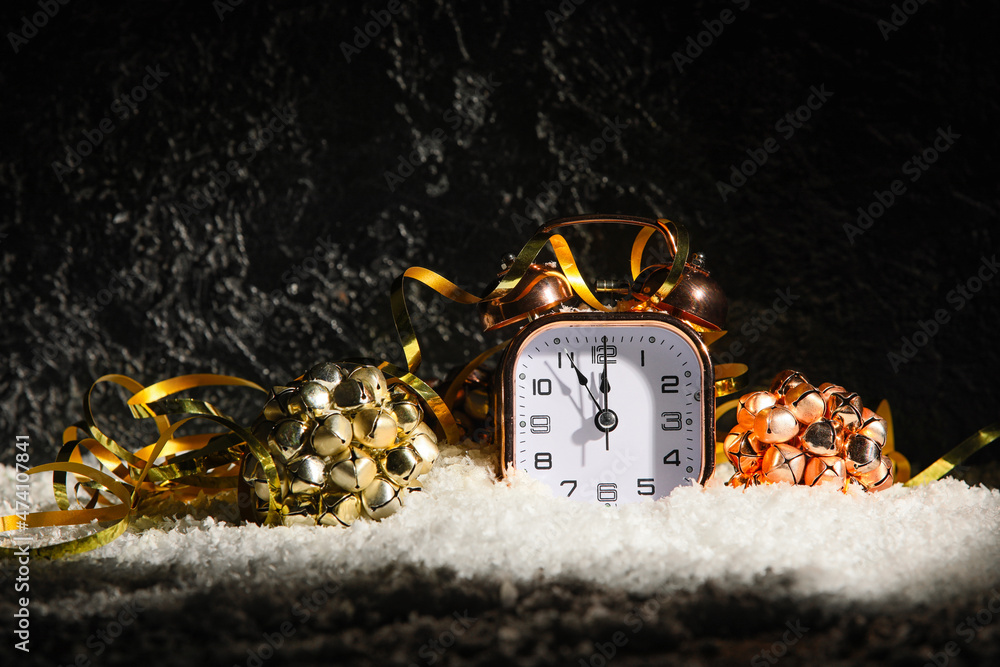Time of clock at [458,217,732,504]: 11:00
